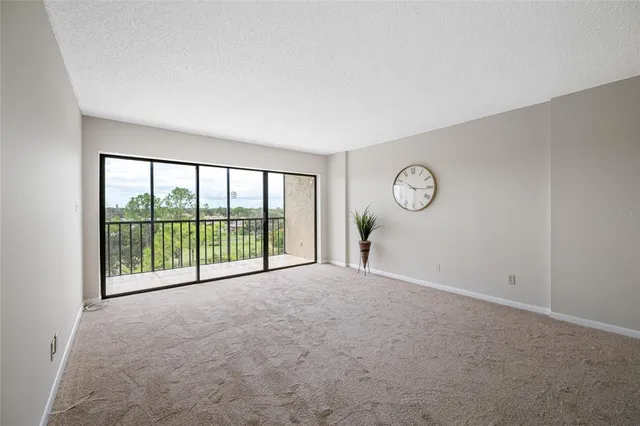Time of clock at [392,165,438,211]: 10:15
